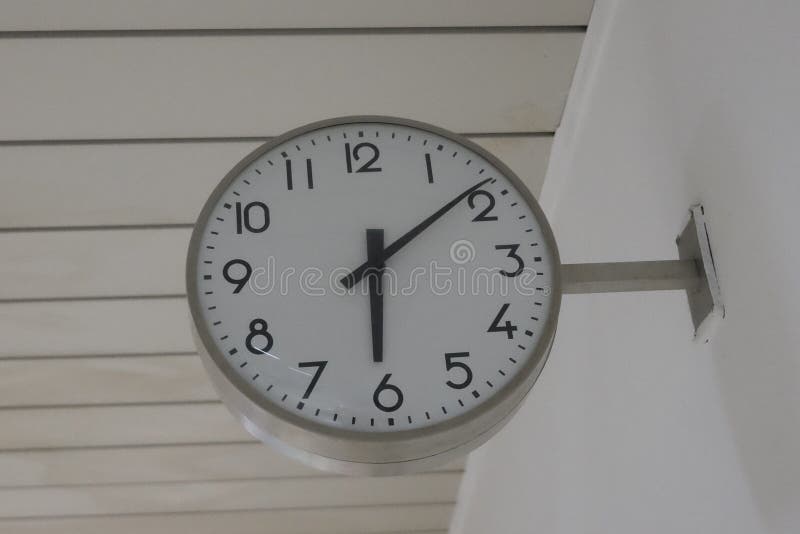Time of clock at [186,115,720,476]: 6:08
